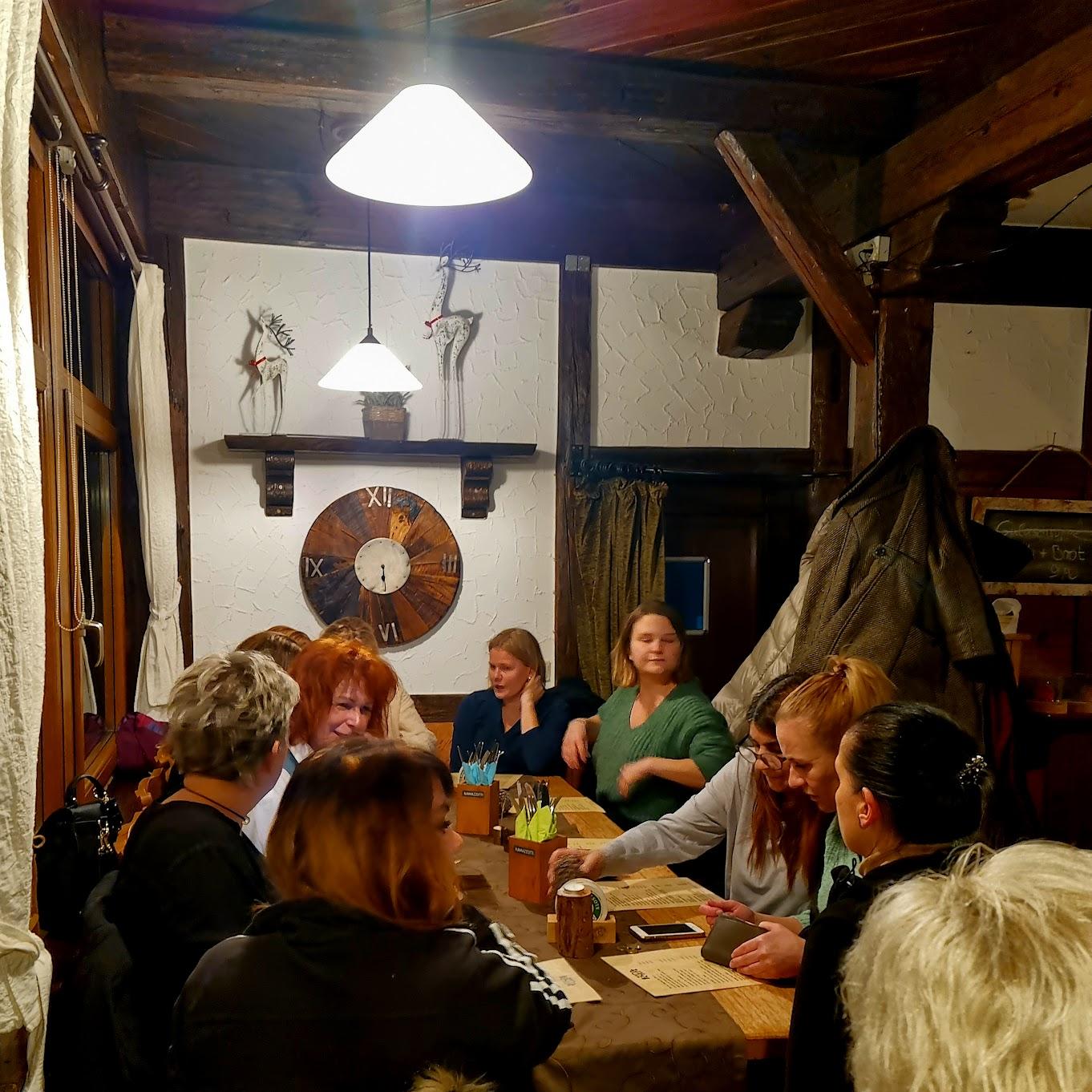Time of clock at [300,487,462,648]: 5:26
